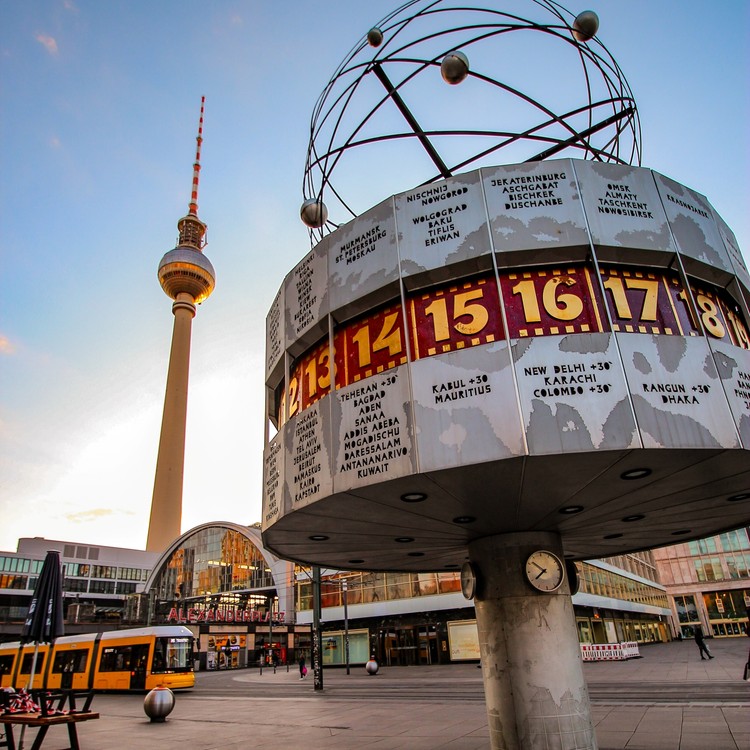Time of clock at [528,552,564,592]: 7:51
